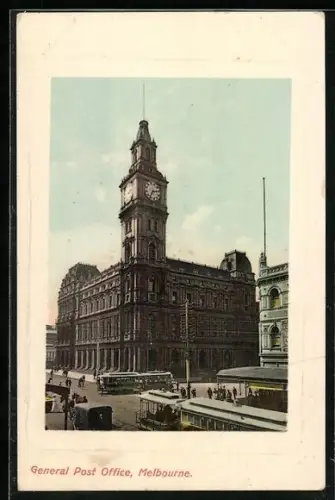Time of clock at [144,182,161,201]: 7:15
